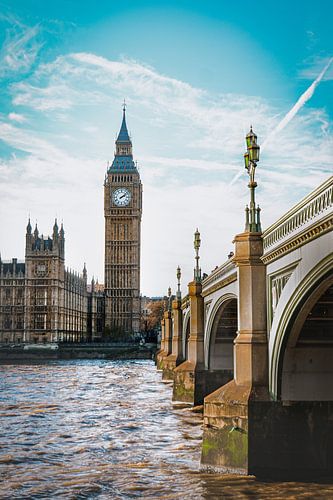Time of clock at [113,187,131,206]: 2:08
